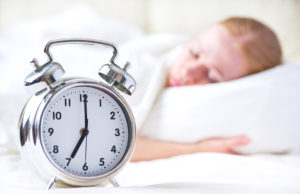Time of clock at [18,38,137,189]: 7:00
